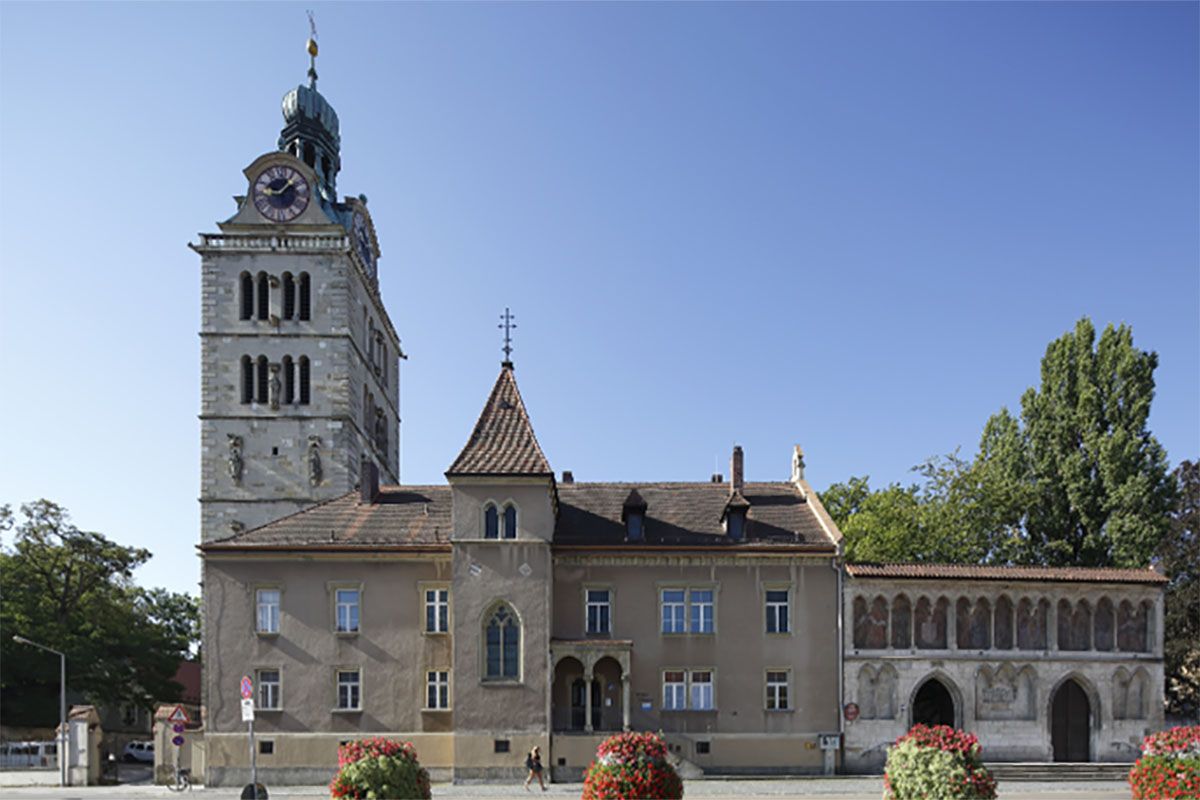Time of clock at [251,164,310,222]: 9:07
